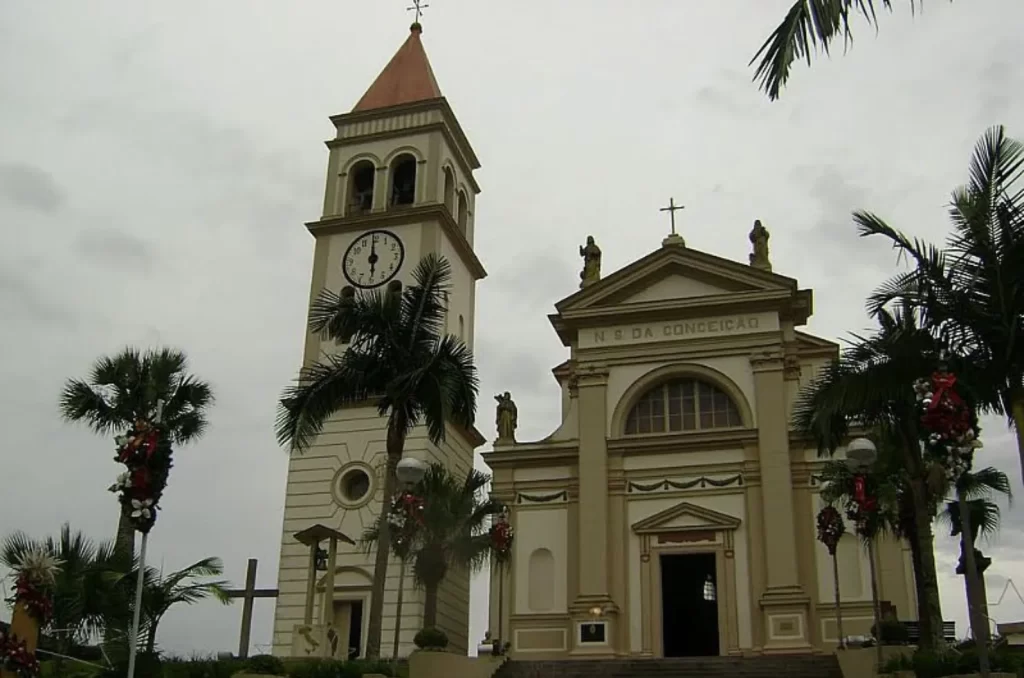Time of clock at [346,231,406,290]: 5:59
